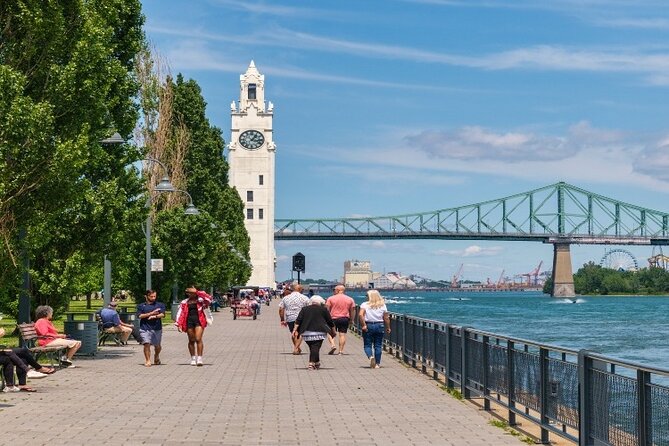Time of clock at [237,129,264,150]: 1:16
